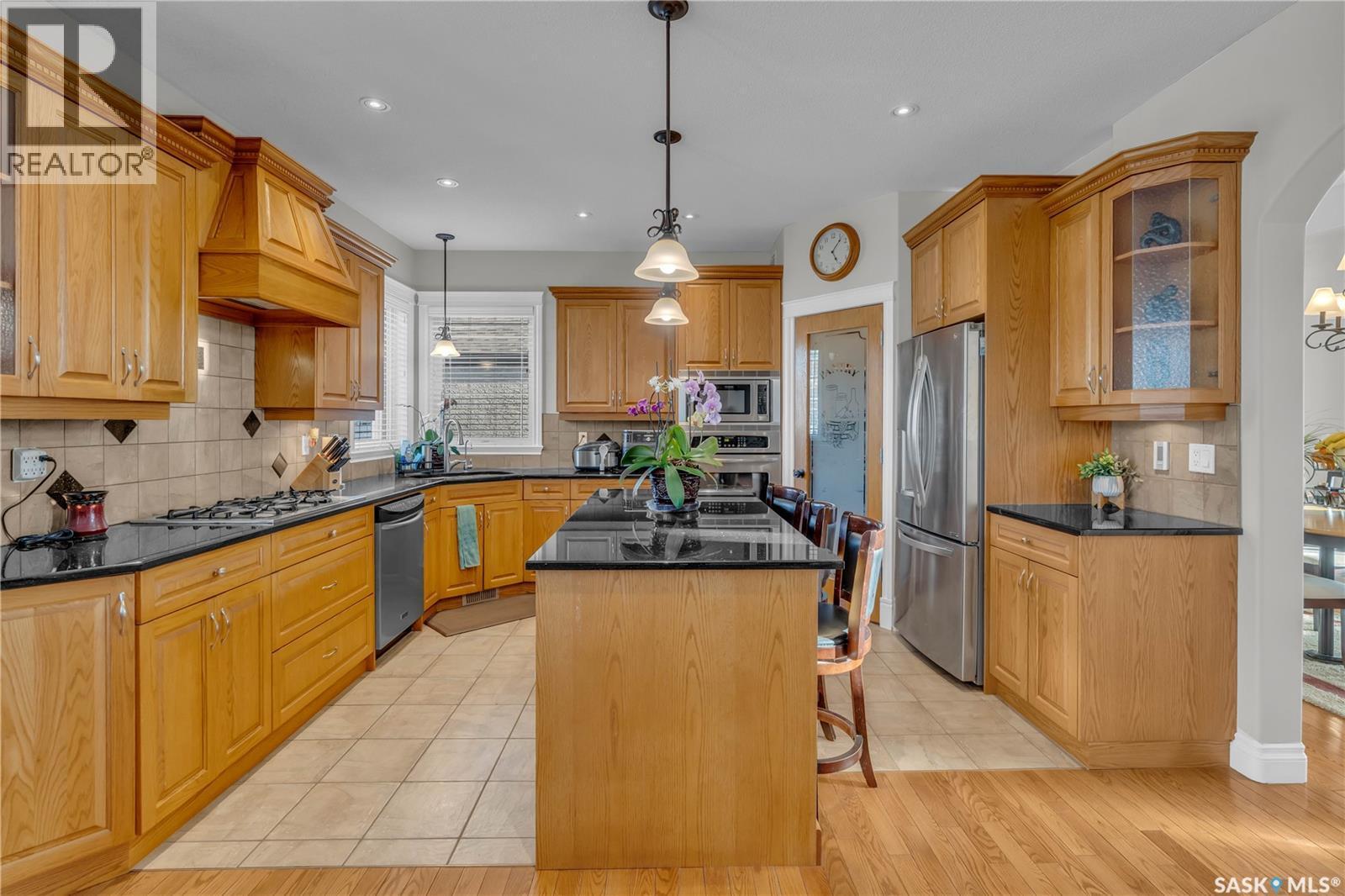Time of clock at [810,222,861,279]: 5:06
